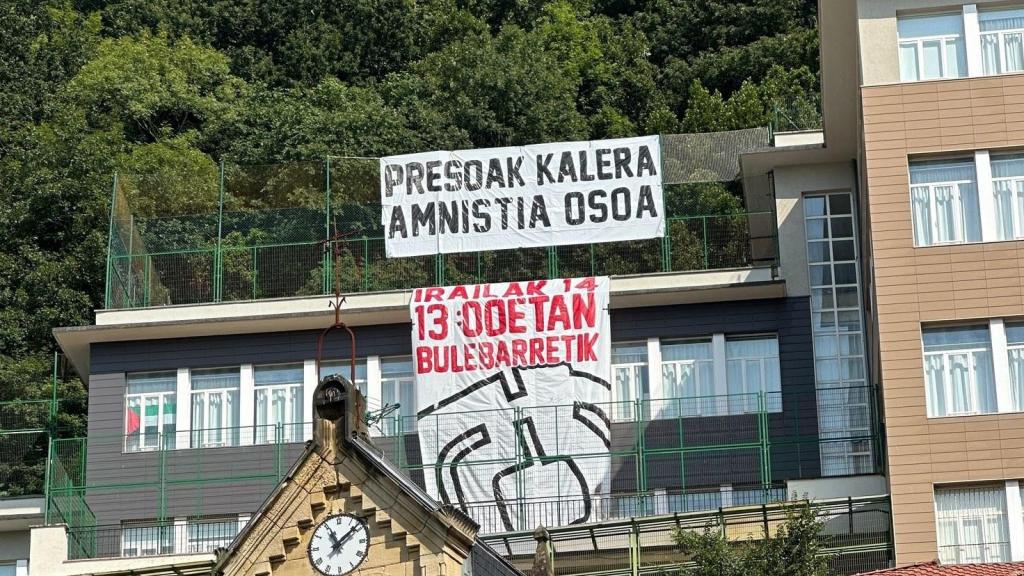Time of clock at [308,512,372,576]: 11:08
